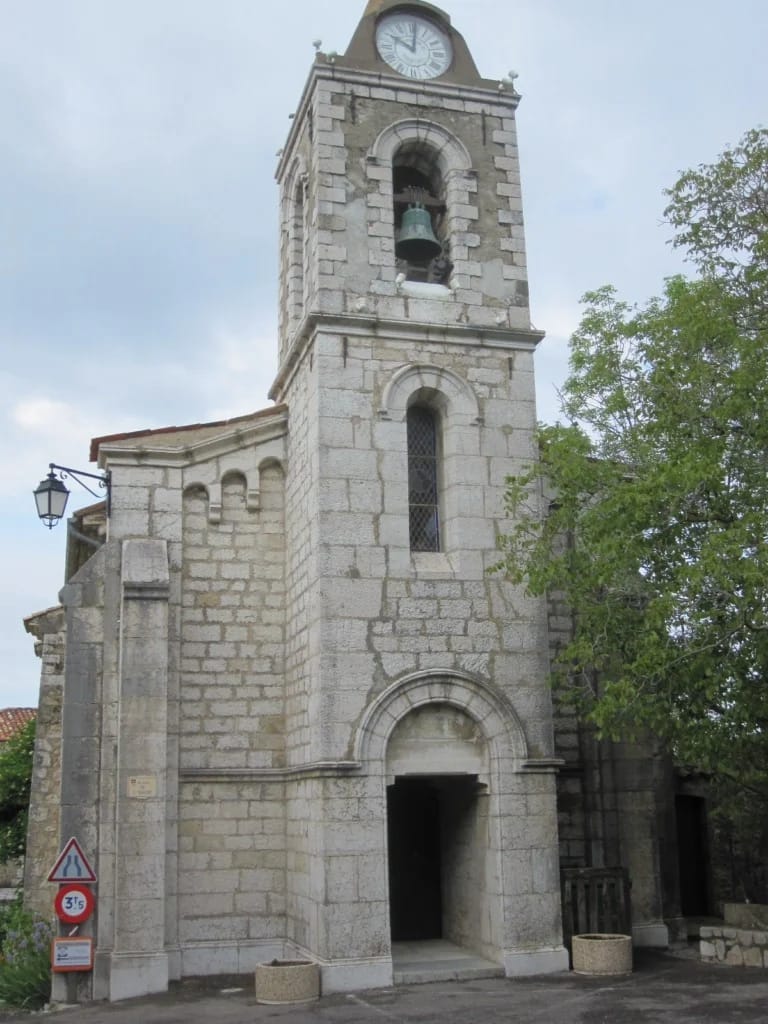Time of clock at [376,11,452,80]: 10:00
